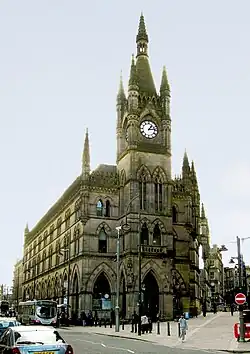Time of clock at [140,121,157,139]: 1:13
